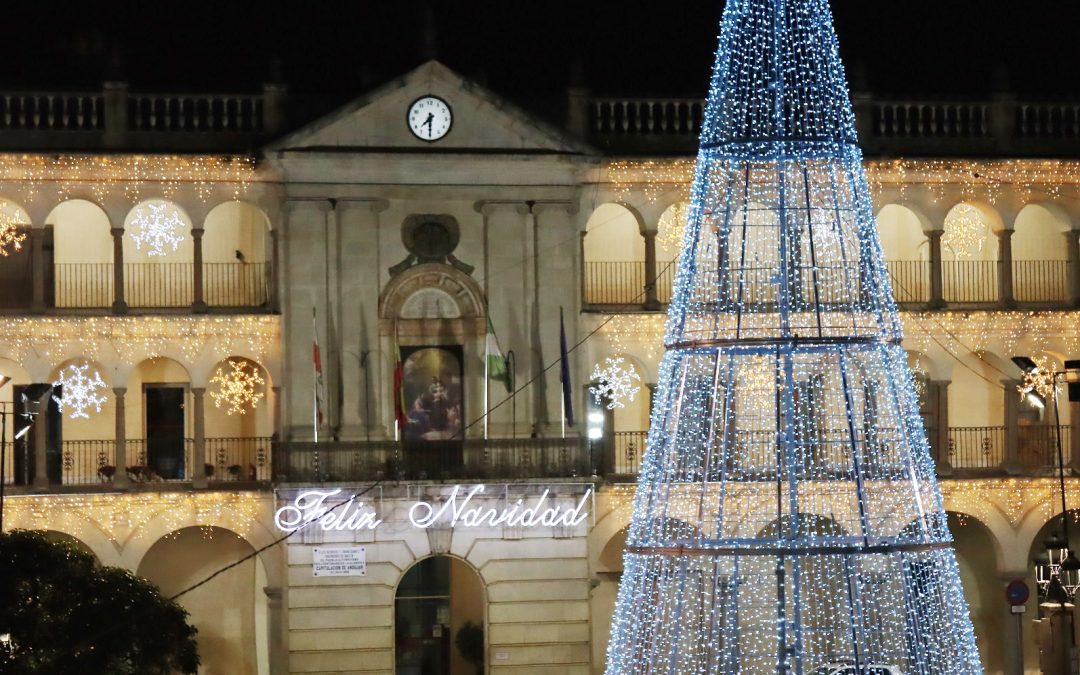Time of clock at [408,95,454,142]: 7:30
